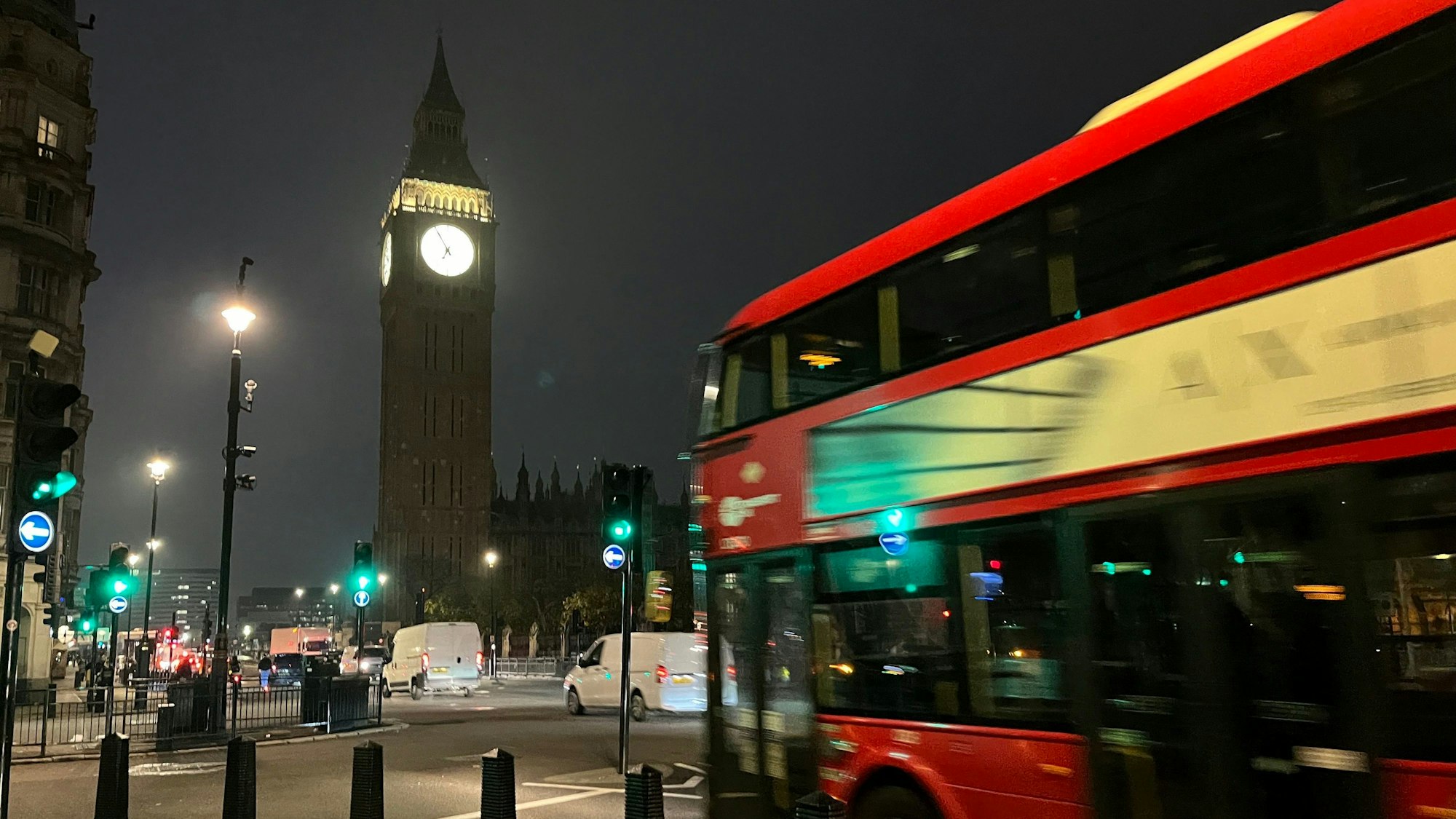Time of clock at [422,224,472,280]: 6:54
